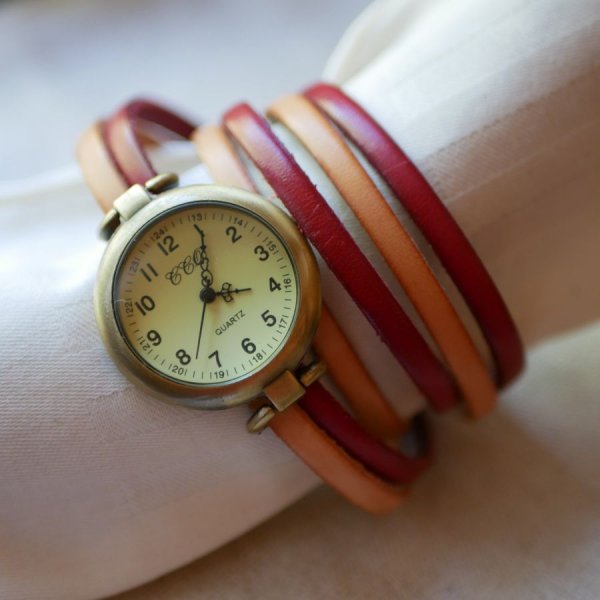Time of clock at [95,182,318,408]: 3:00
